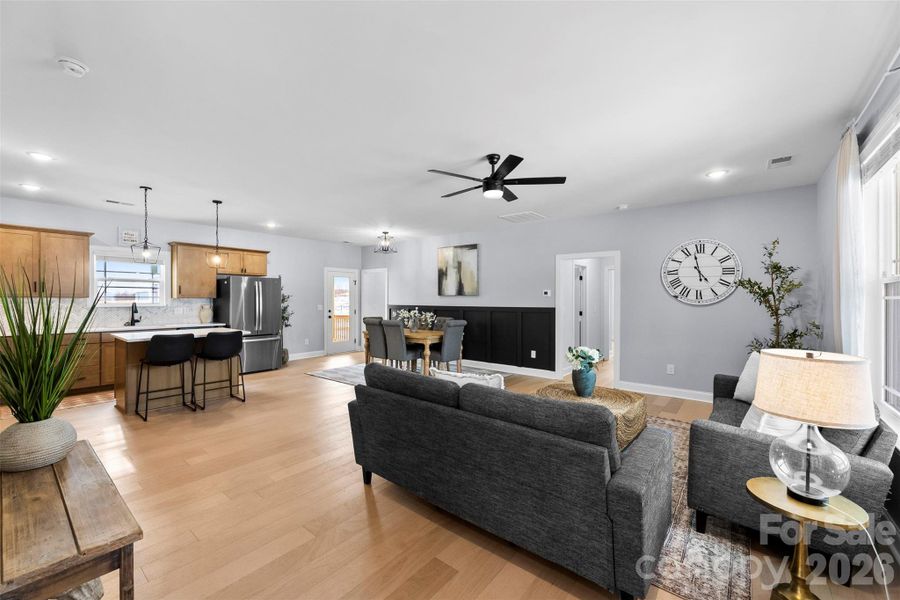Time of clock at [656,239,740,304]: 4:57
